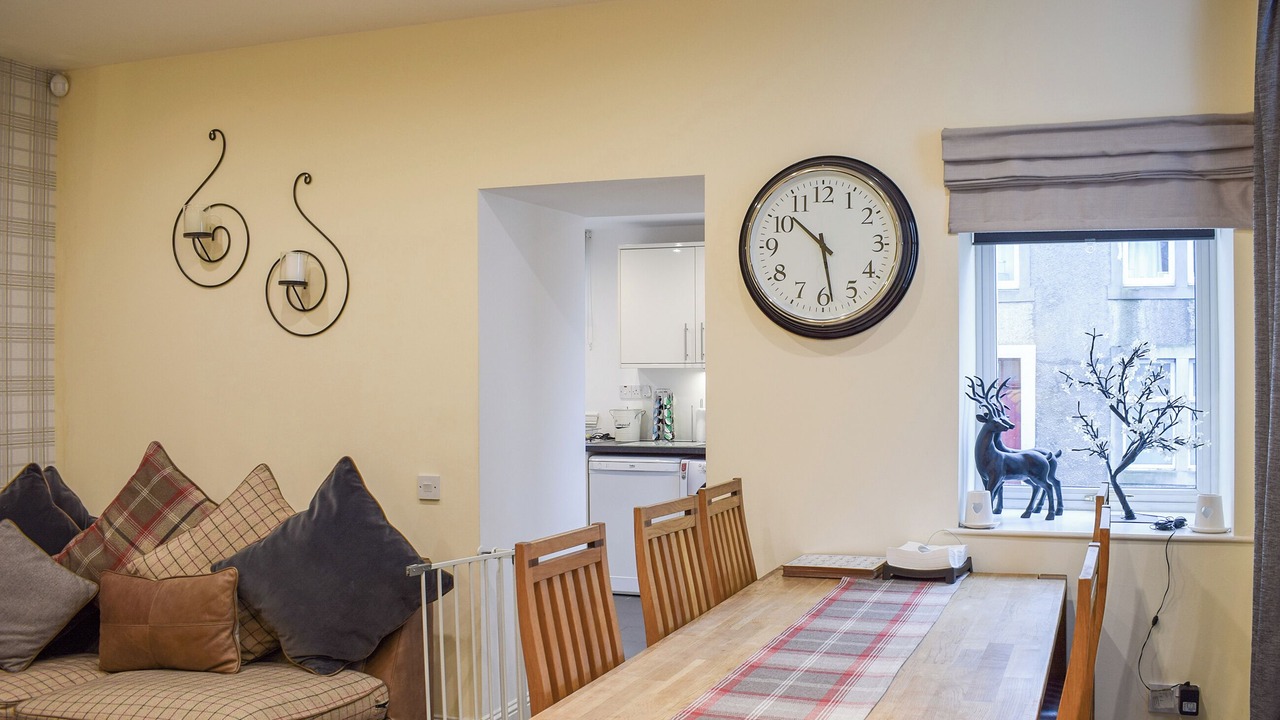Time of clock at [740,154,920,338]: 10:28
